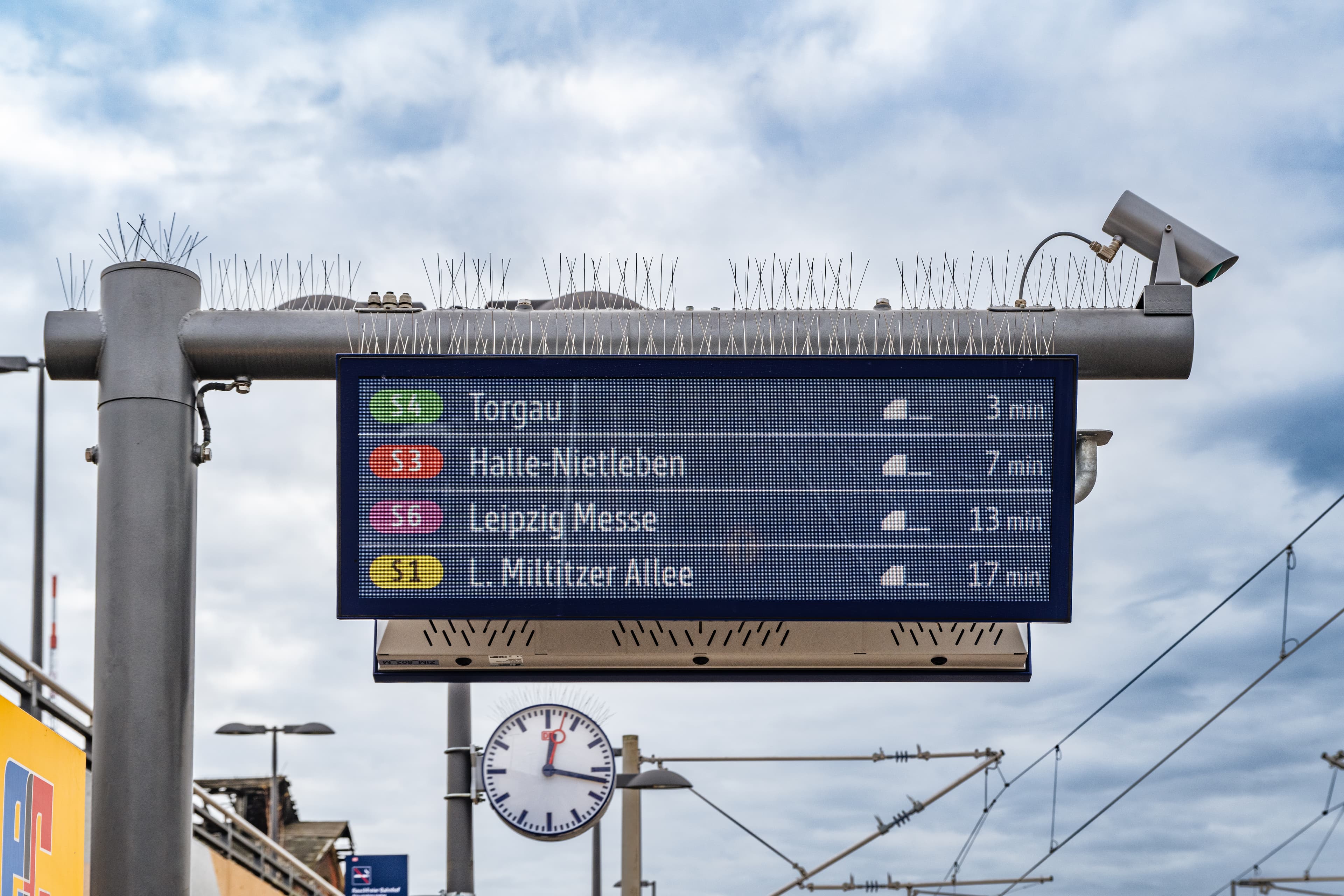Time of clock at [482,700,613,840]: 12:17
